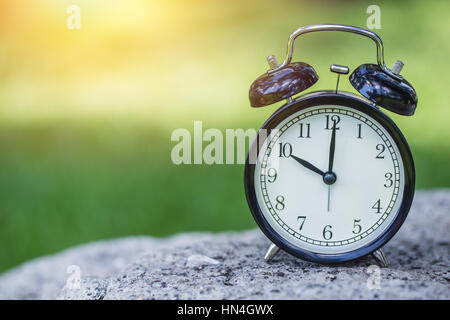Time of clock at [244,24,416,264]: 10:00
